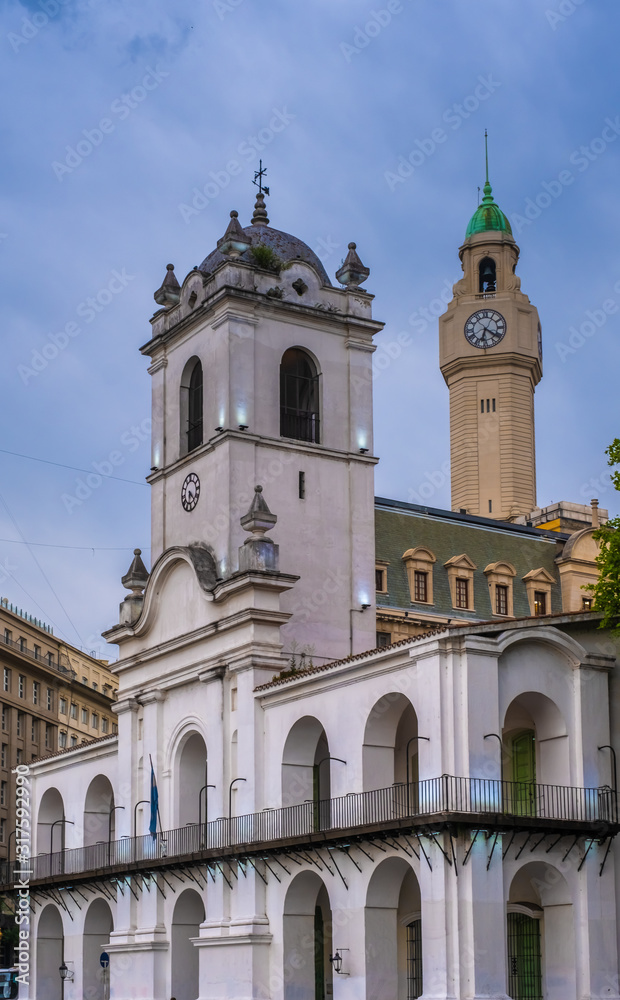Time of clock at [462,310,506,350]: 6:21
